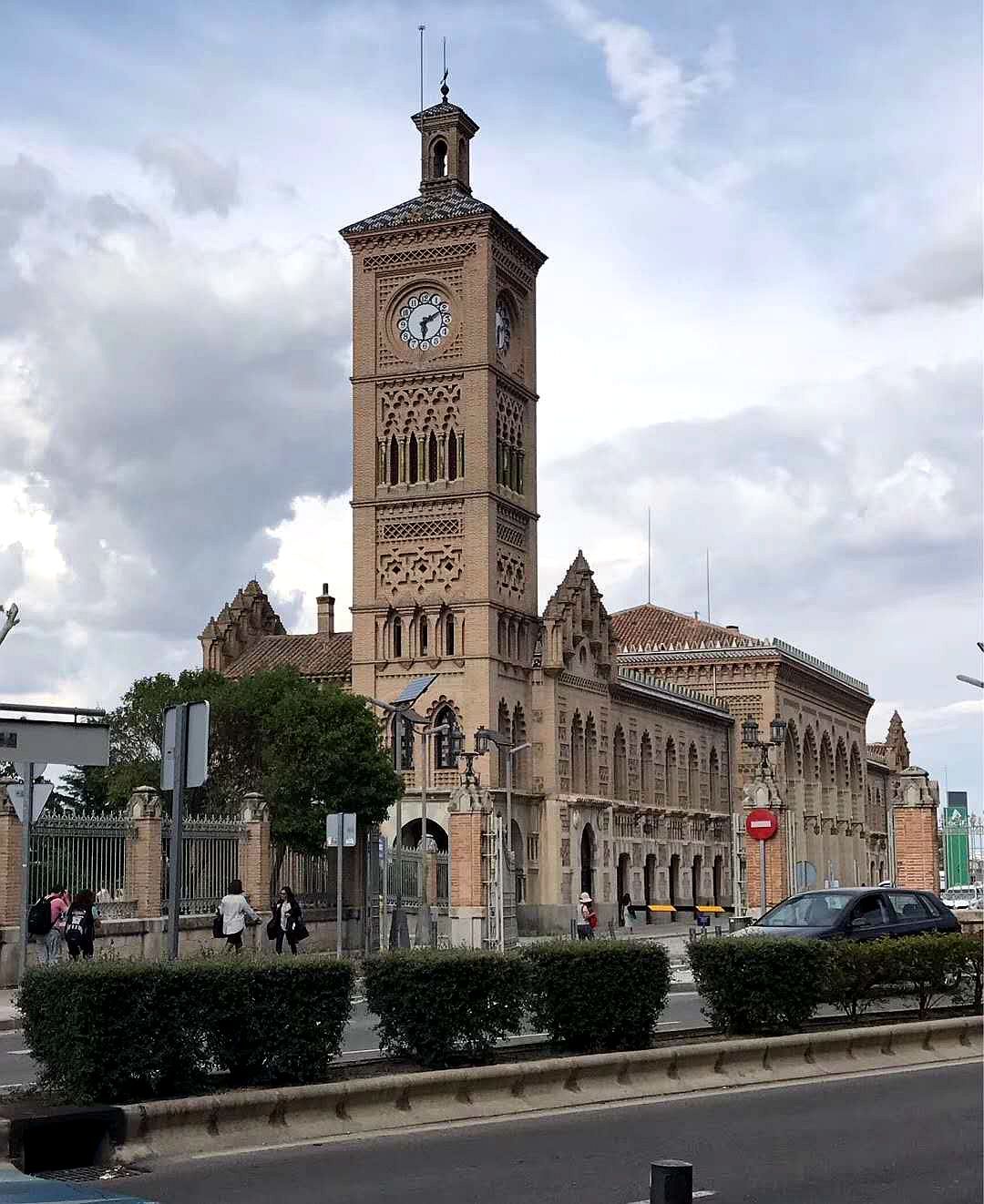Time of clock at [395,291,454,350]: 6:11
